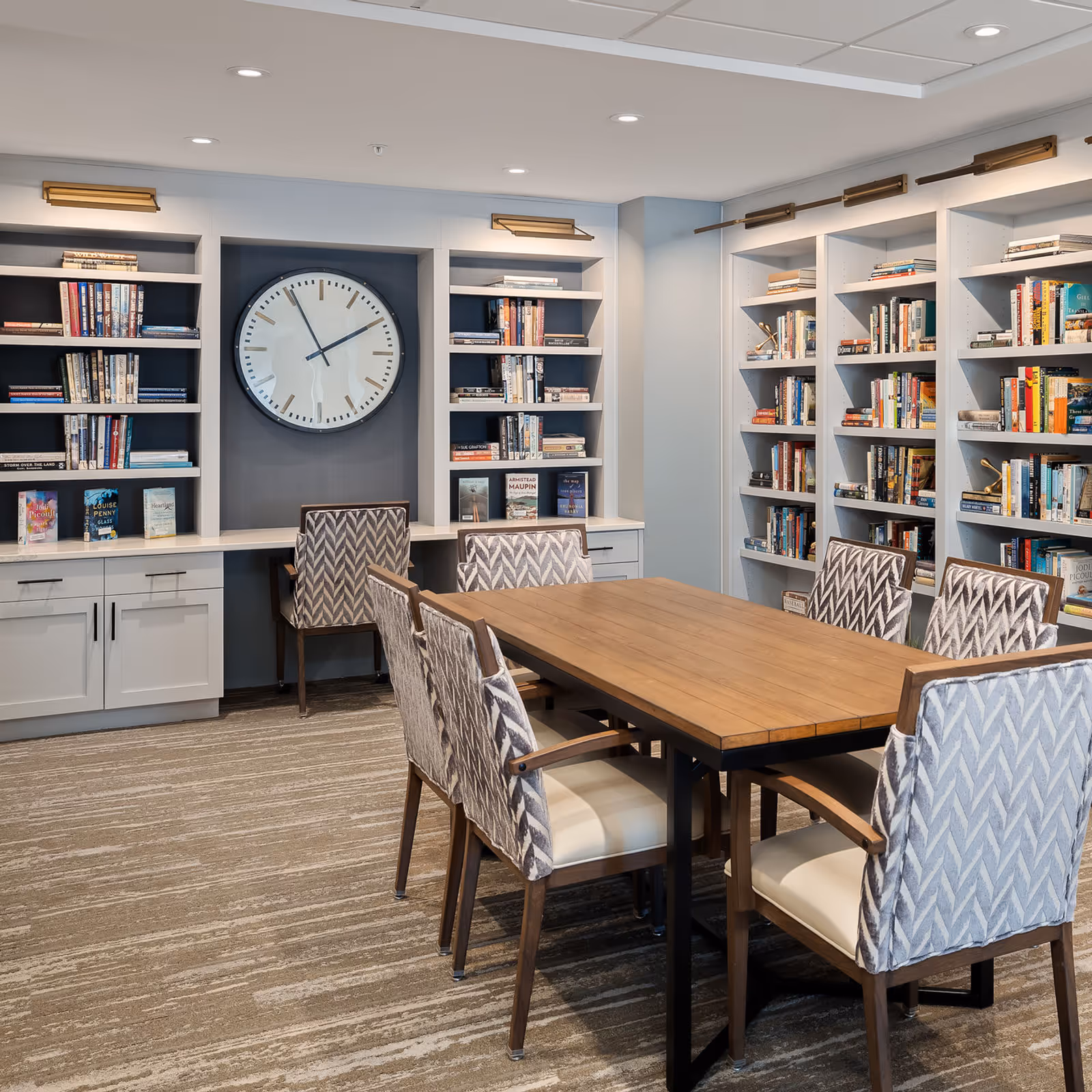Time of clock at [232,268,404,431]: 1:55
